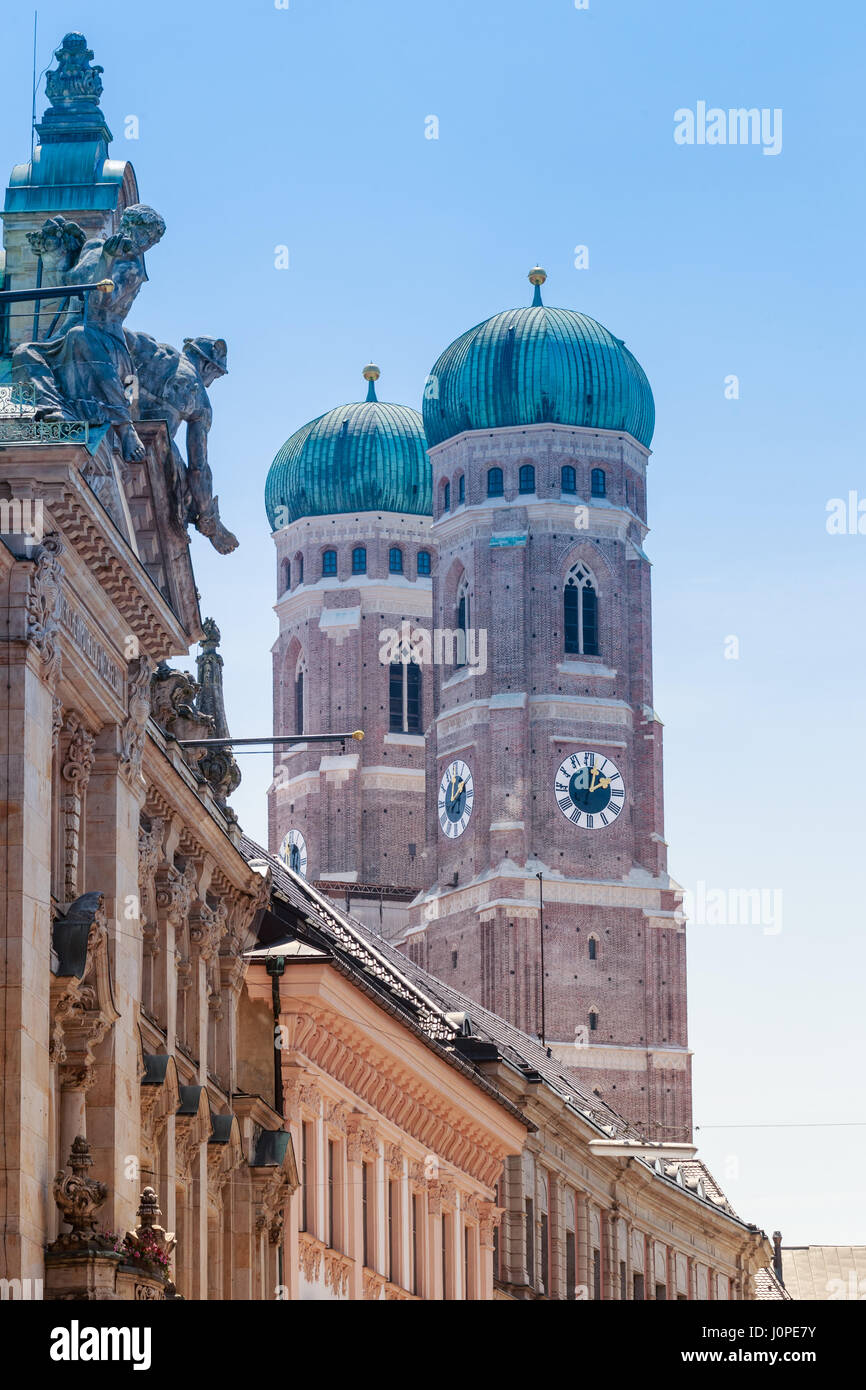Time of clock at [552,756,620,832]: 2:02
